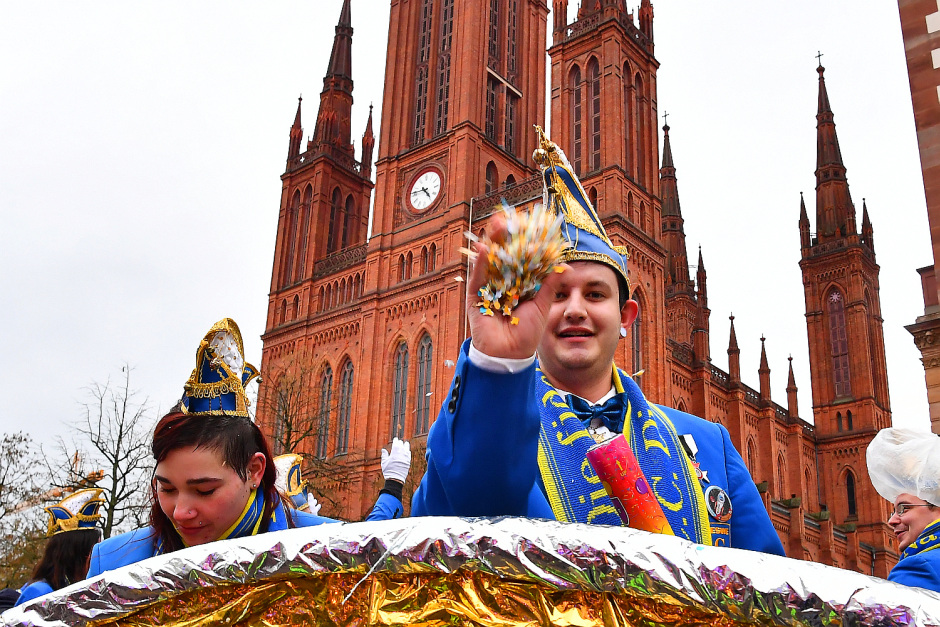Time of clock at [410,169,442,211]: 4:46
